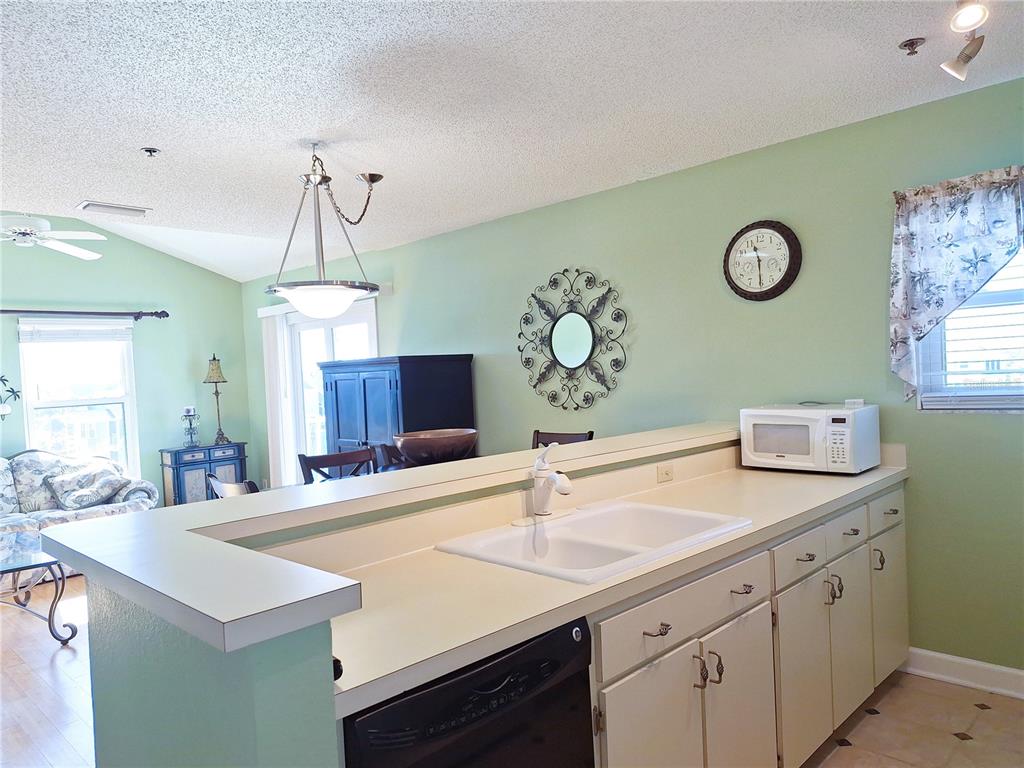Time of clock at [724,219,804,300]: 11:29
